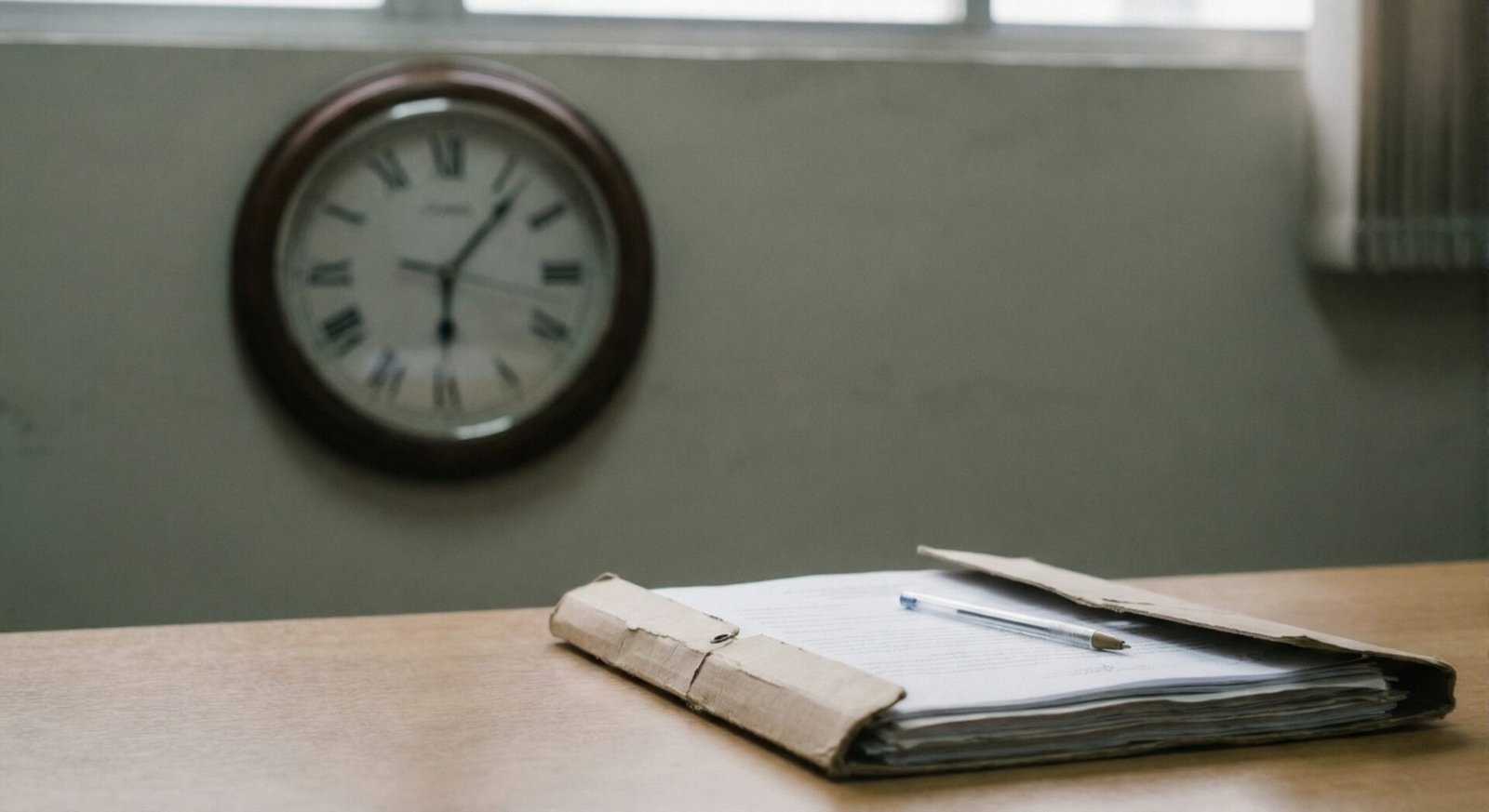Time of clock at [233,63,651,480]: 6:06
